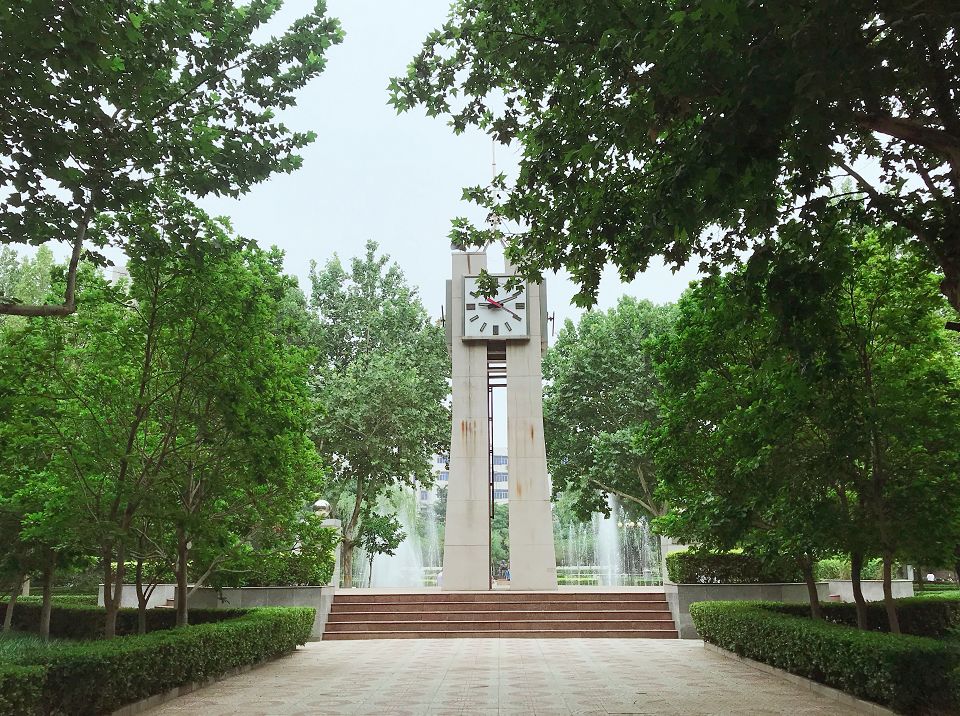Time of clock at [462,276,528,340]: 9:11
